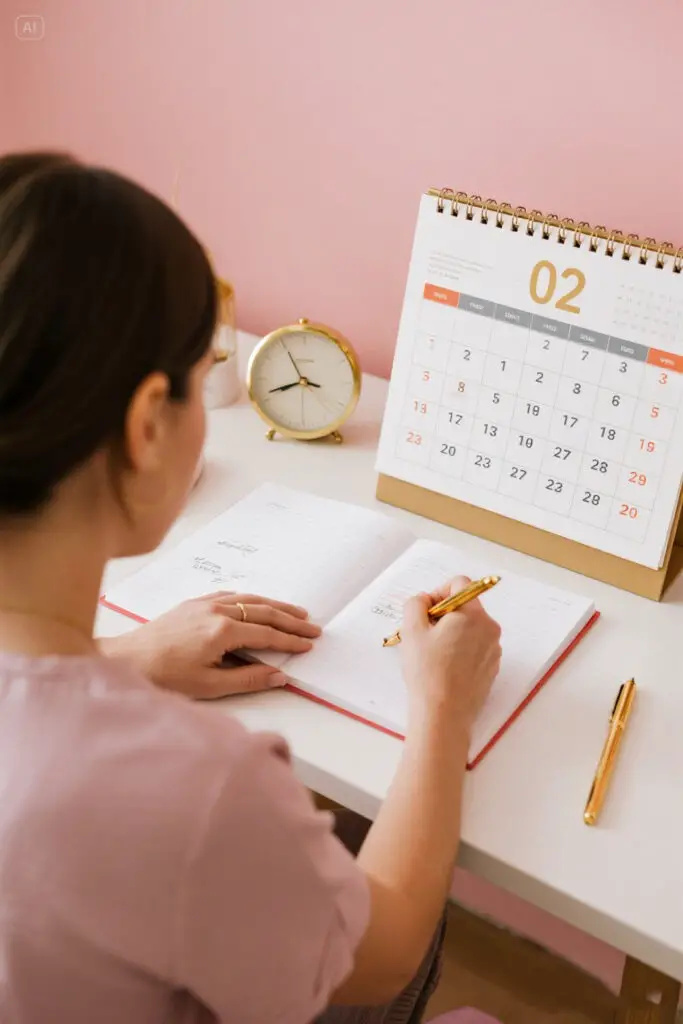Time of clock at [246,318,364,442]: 3:41
